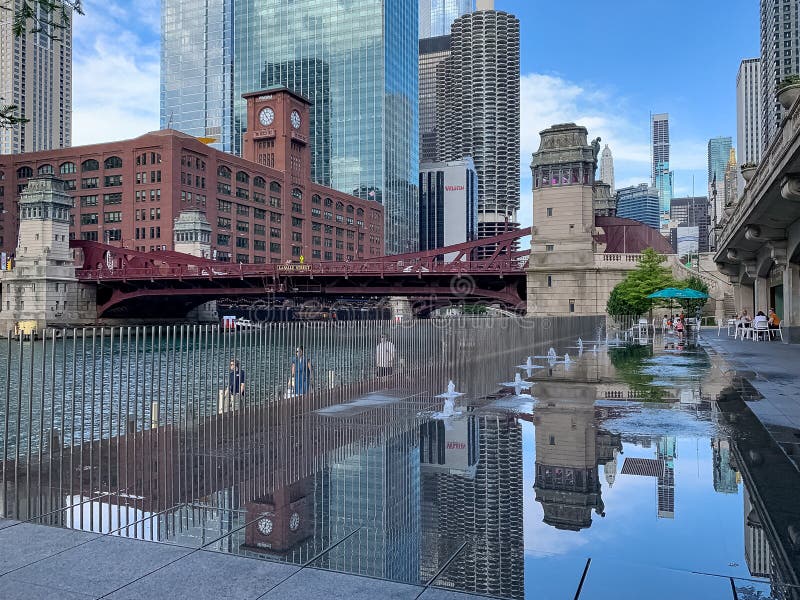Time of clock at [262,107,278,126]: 4:54
